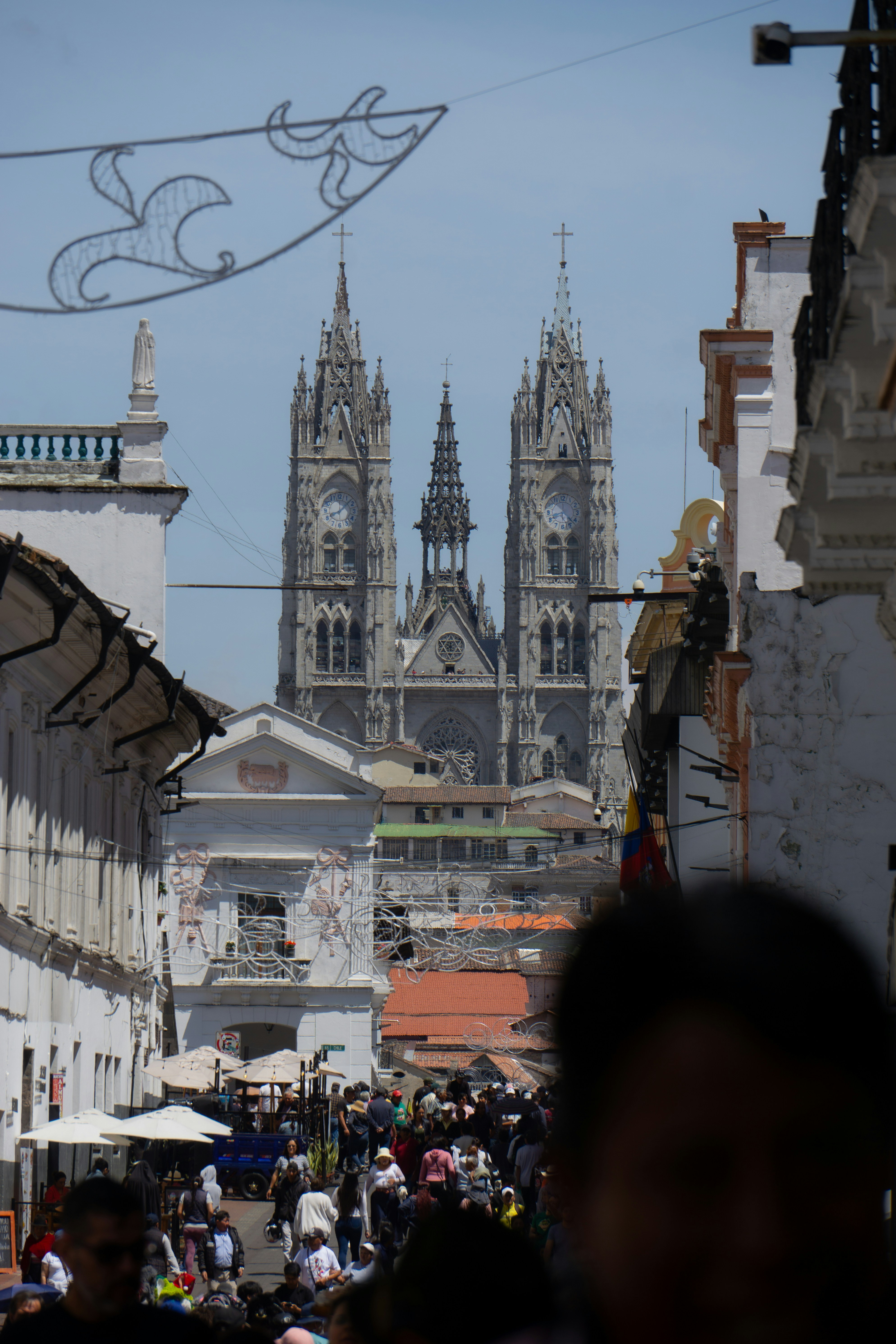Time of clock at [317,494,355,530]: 8:07
